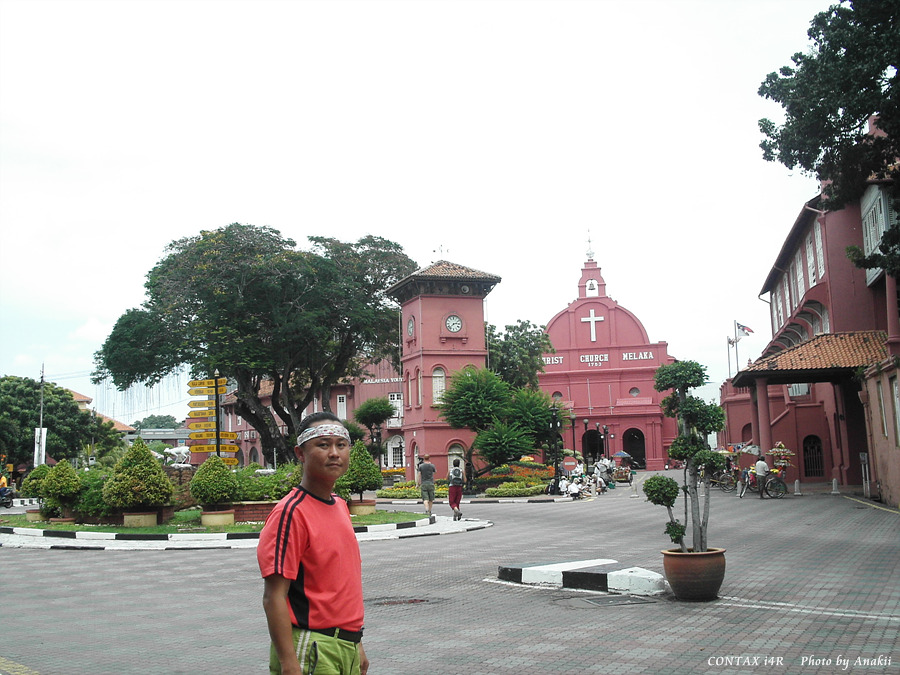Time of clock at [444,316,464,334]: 2:37
